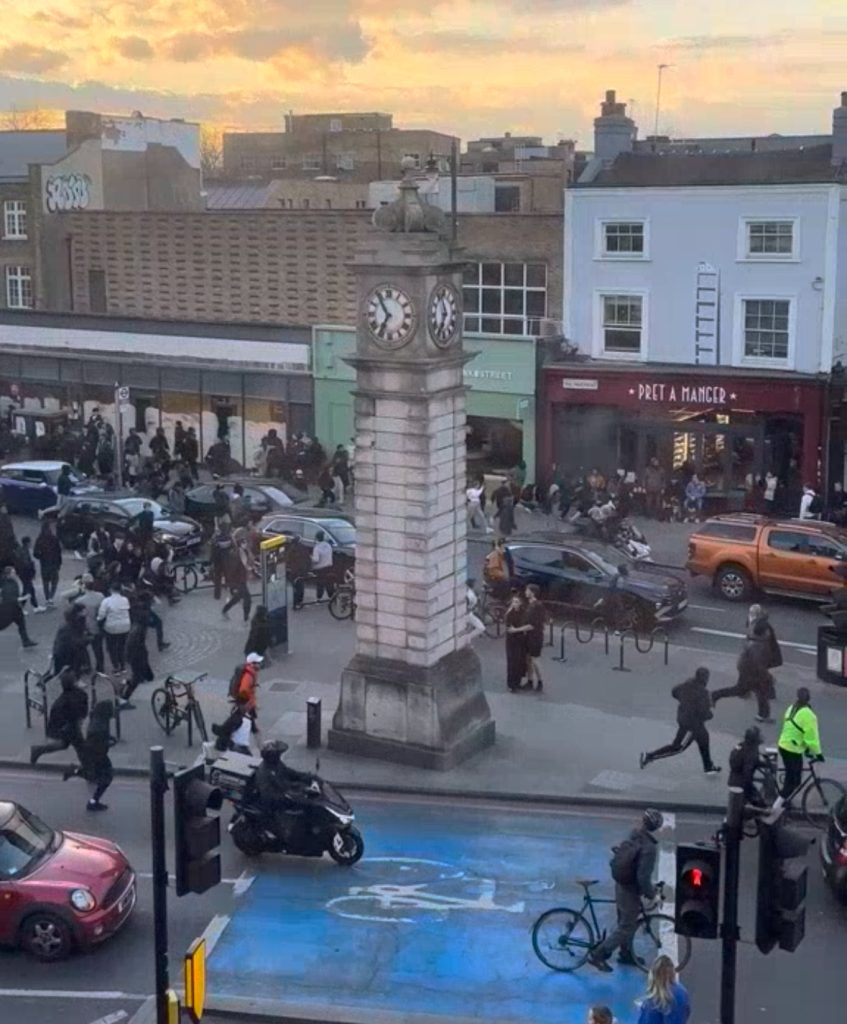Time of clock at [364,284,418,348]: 6:54
